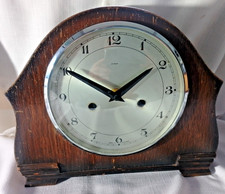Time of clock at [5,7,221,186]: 1:50
